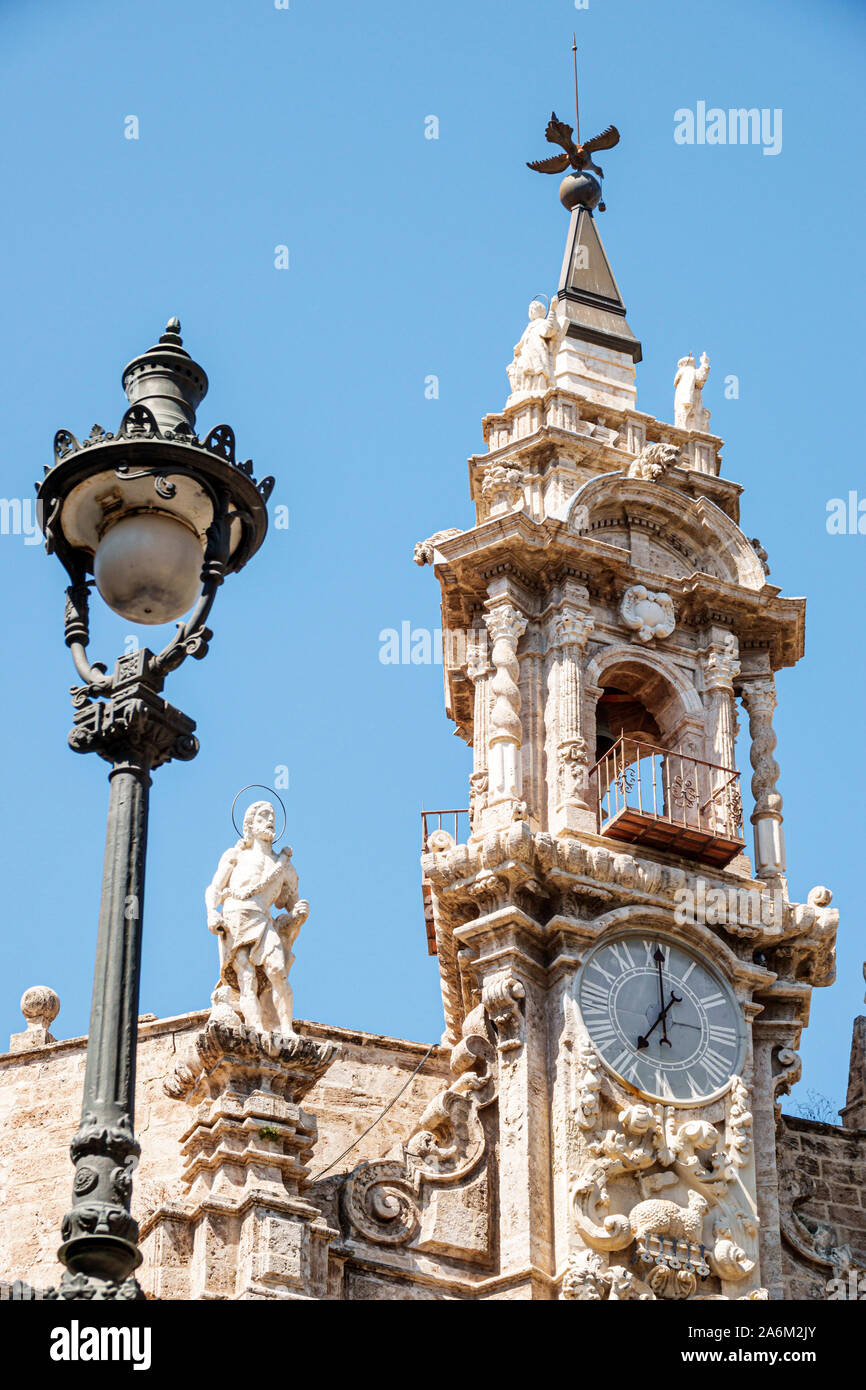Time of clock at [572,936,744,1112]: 7:00
